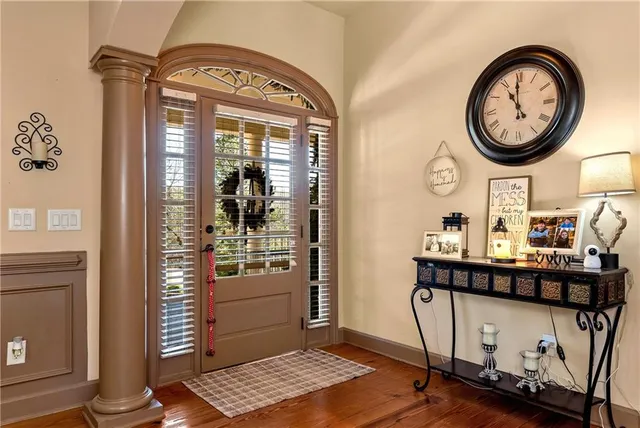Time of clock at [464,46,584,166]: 10:59
